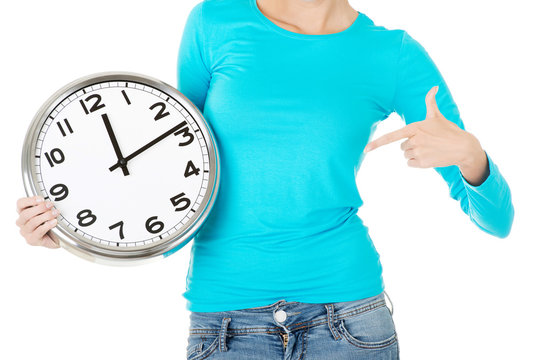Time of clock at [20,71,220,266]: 12:13
